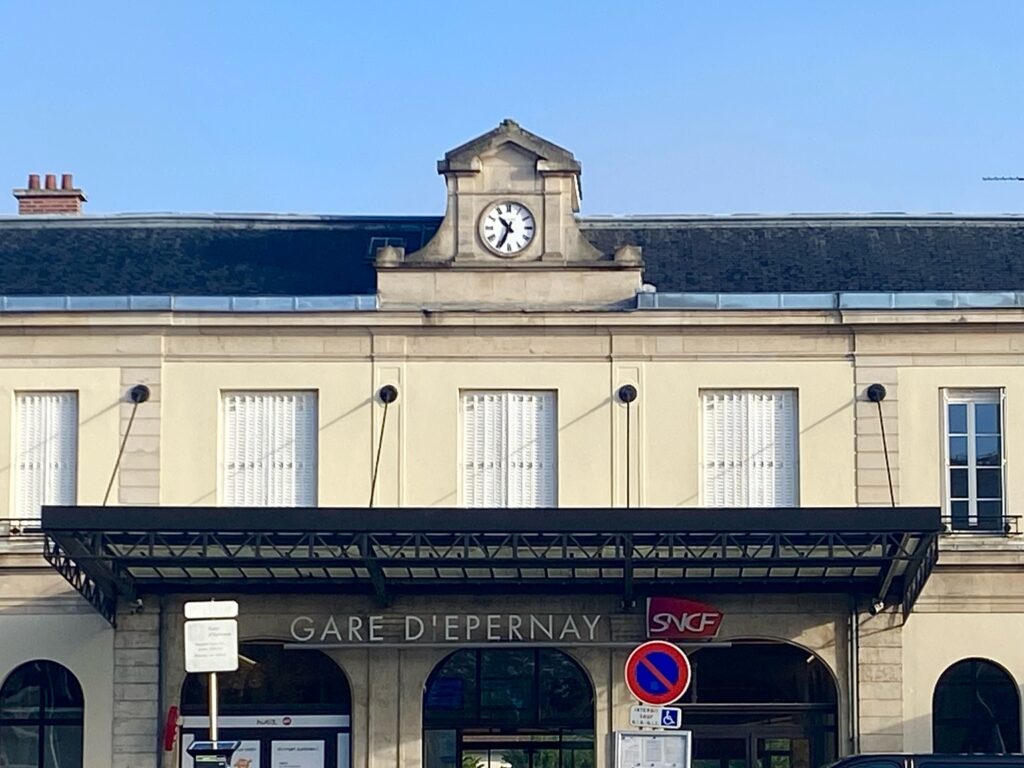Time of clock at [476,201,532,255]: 10:34
